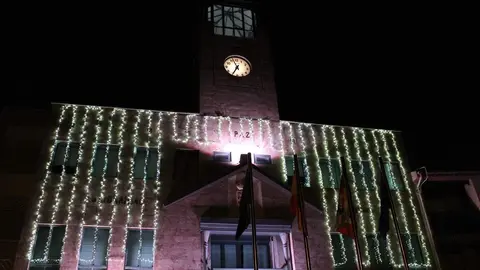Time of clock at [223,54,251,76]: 6:56
